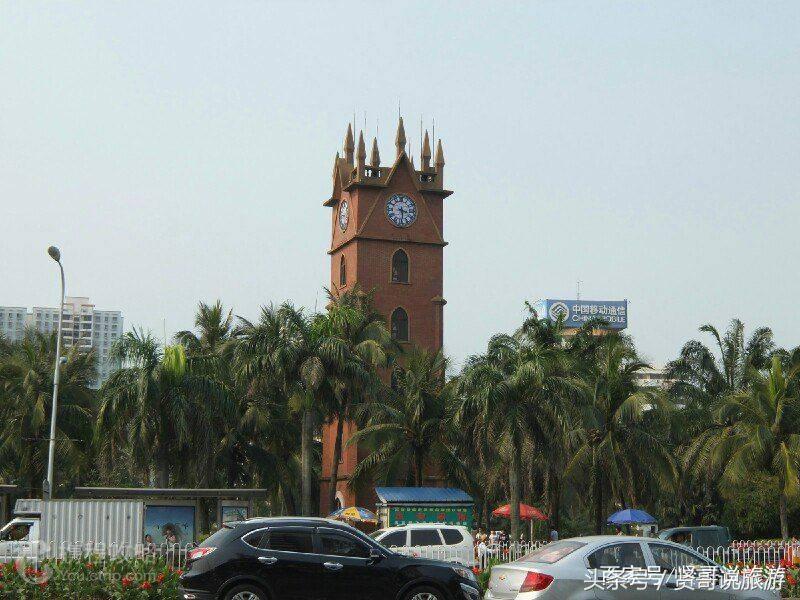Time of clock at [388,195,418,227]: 3:29
